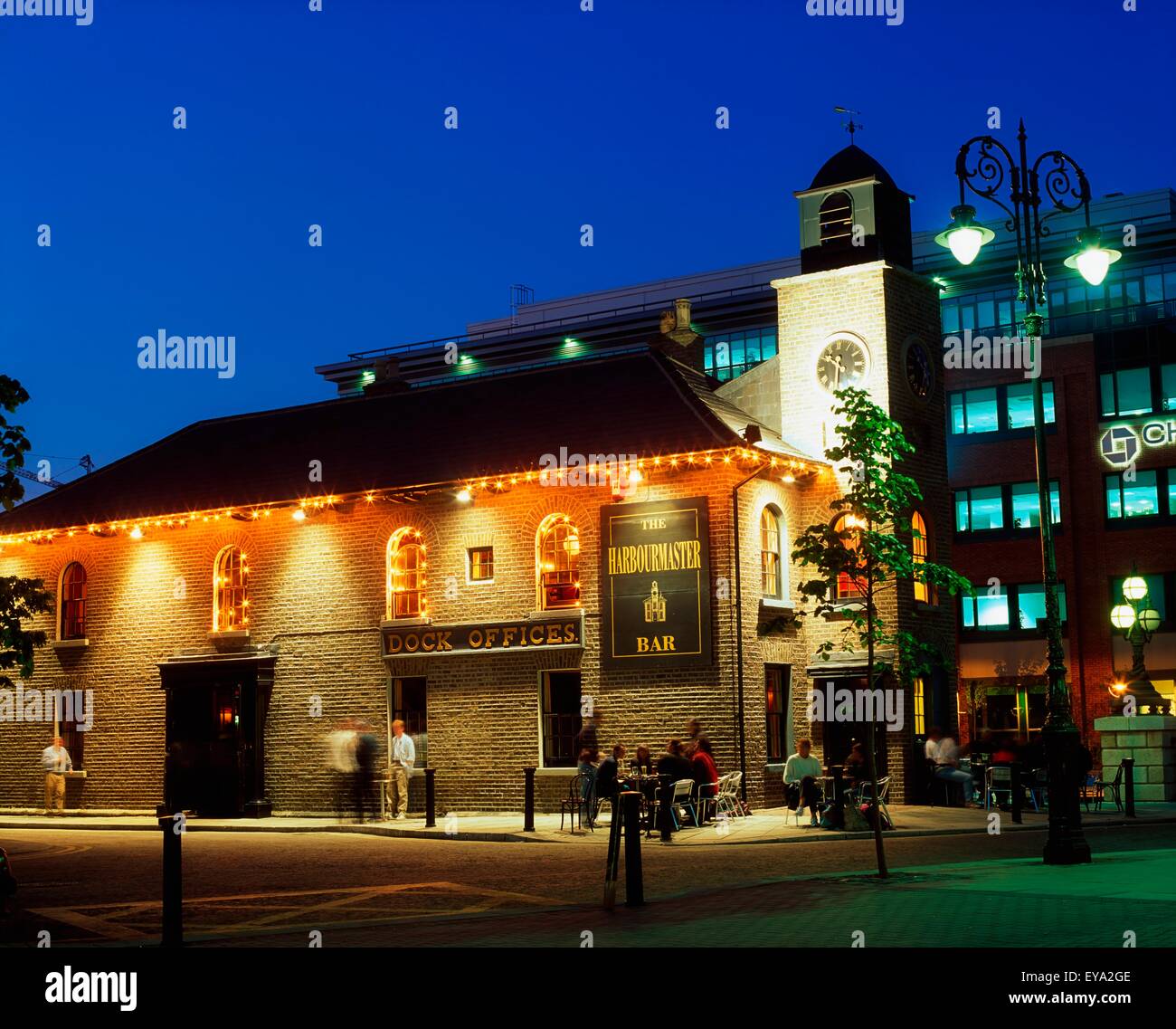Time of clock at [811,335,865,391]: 10:30
